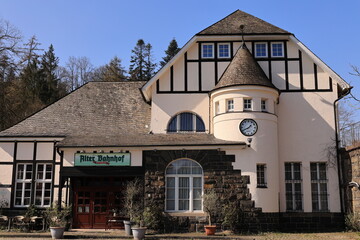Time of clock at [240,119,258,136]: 1:40
